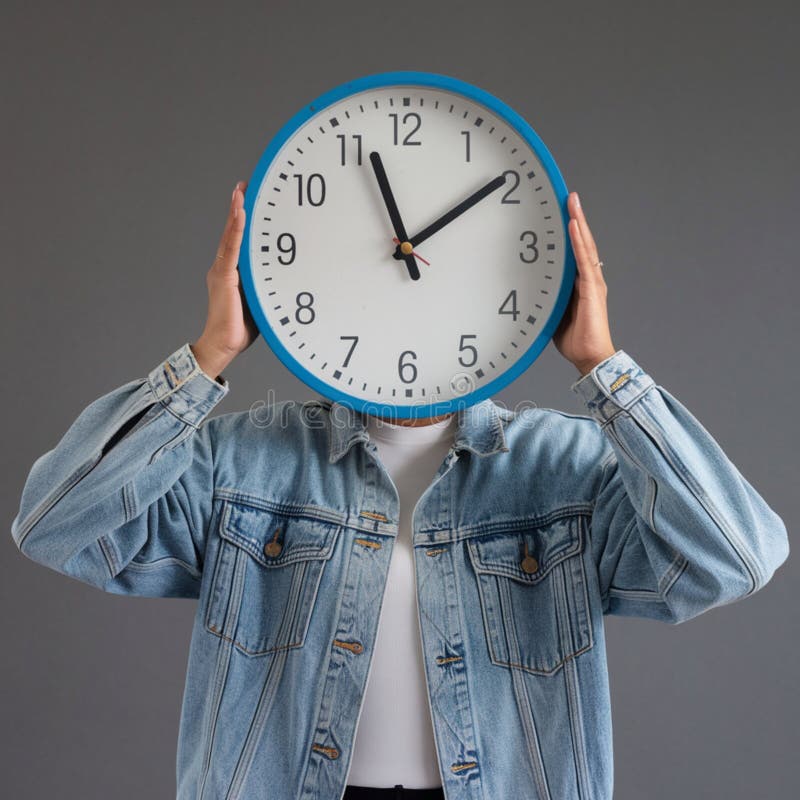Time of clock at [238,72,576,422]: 11:09
